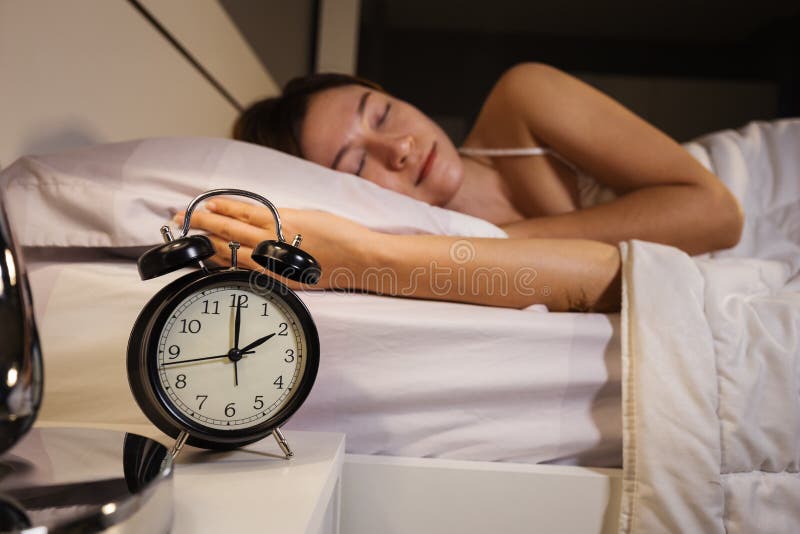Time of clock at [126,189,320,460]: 2:00
